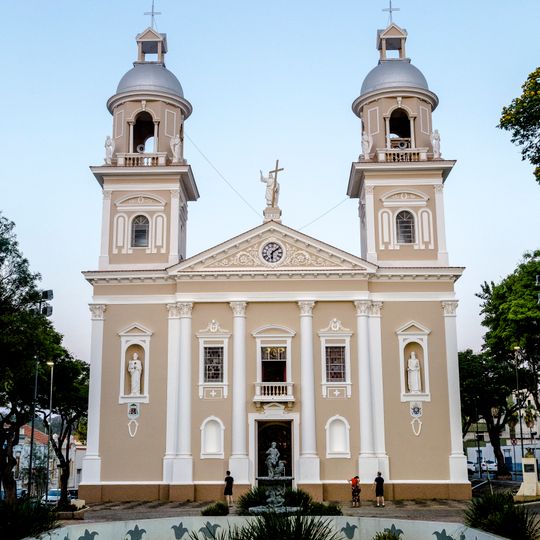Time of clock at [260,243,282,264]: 6:08
